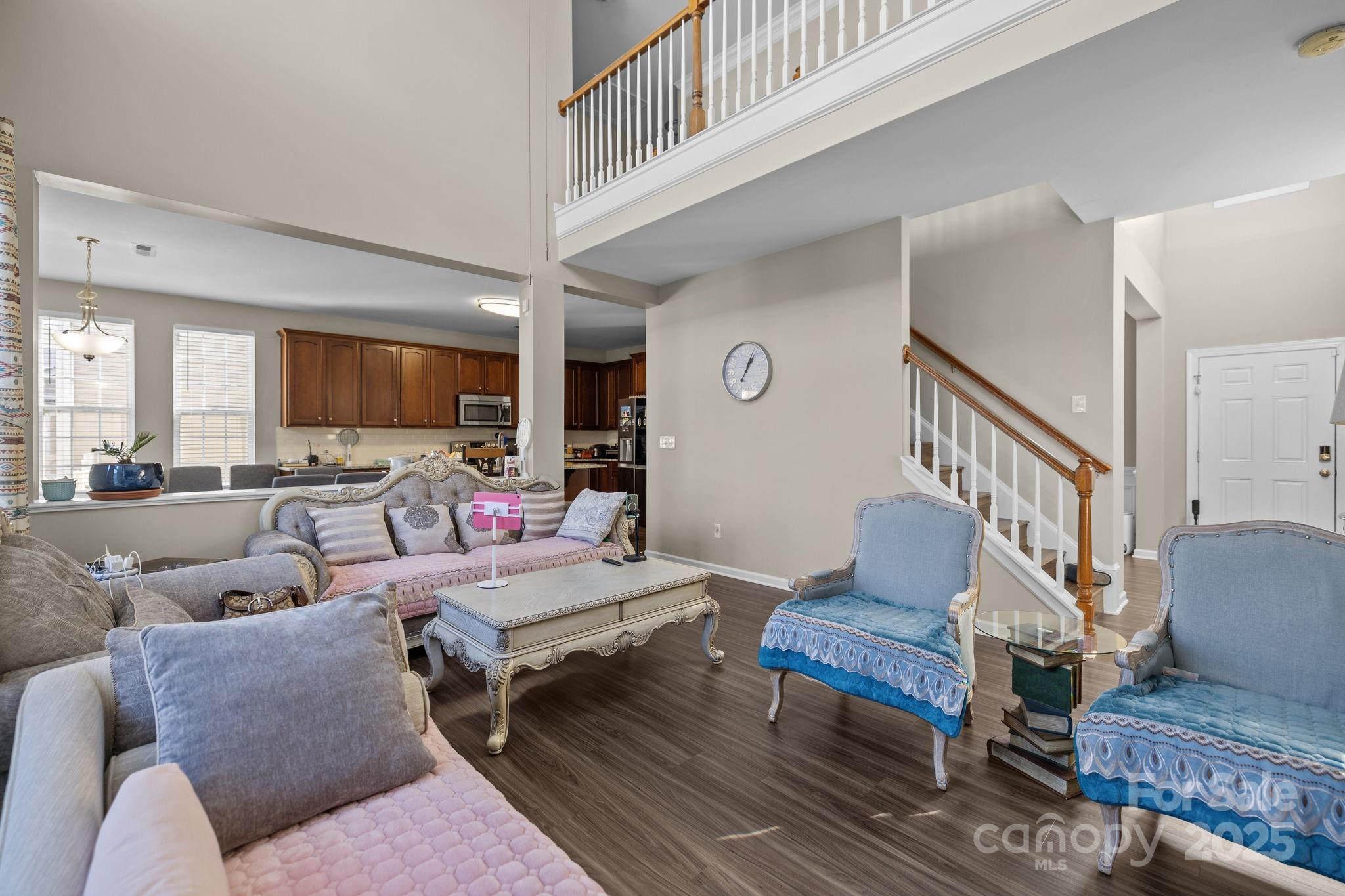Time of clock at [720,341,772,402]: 1:04
